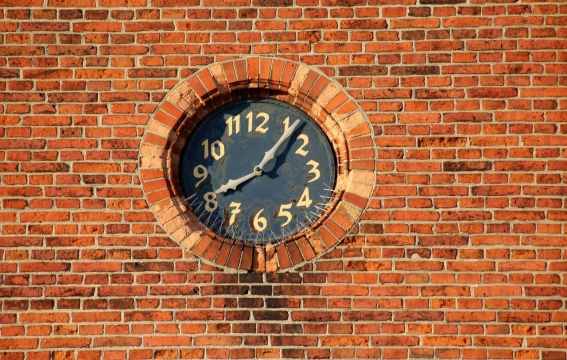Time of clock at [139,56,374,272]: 8:07
